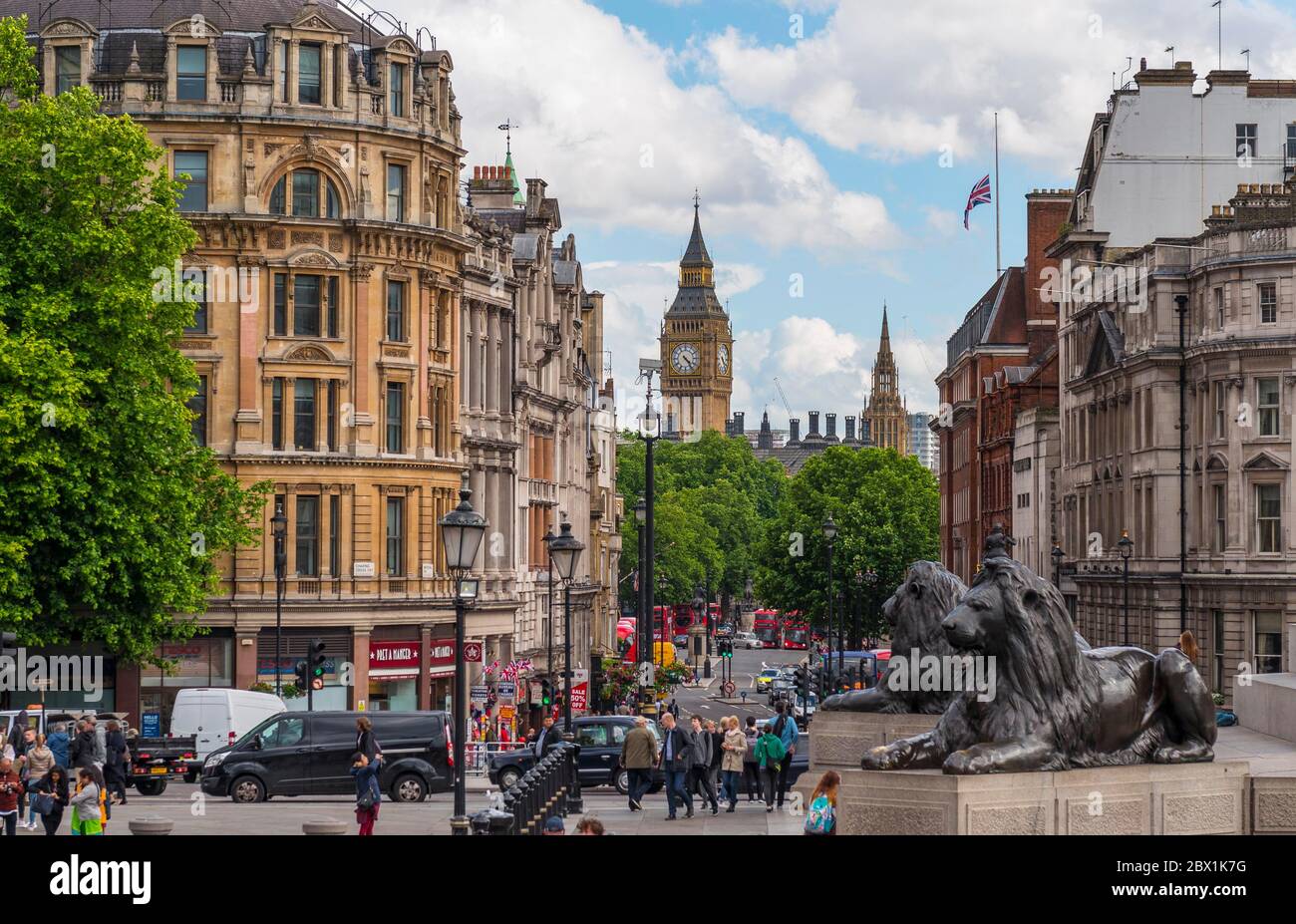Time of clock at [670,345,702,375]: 4:23
